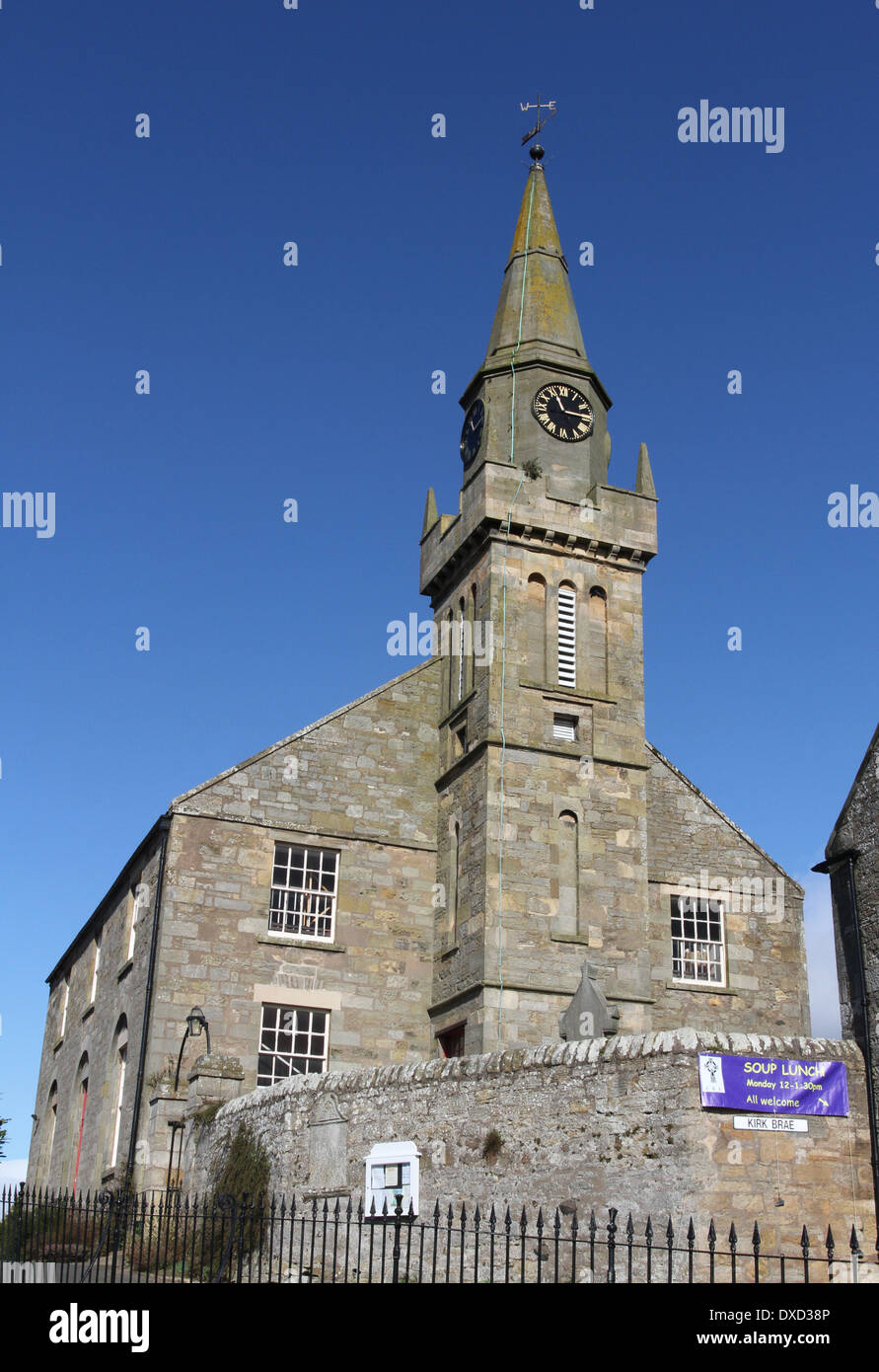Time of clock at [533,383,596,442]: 11:14
